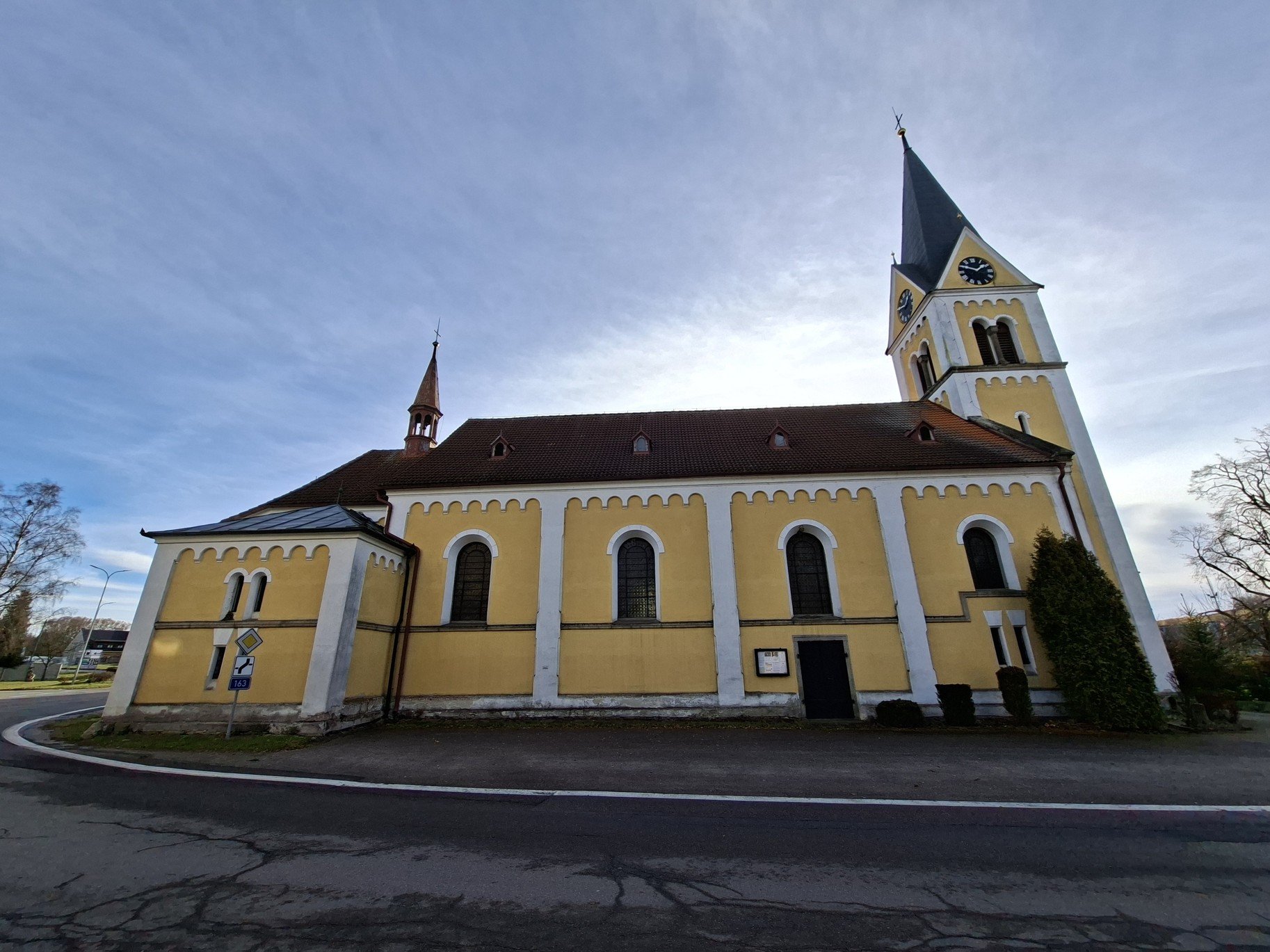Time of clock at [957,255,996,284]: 1:46
